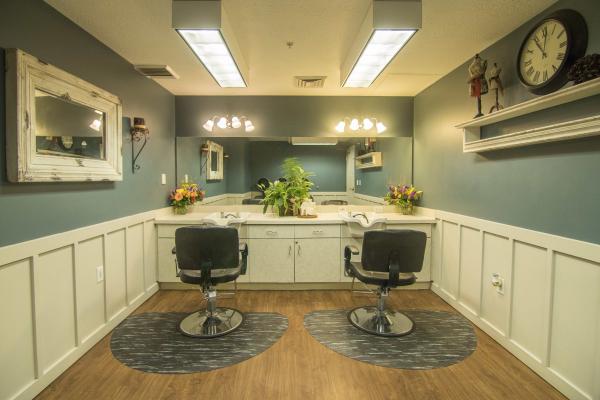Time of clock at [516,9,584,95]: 11:01
